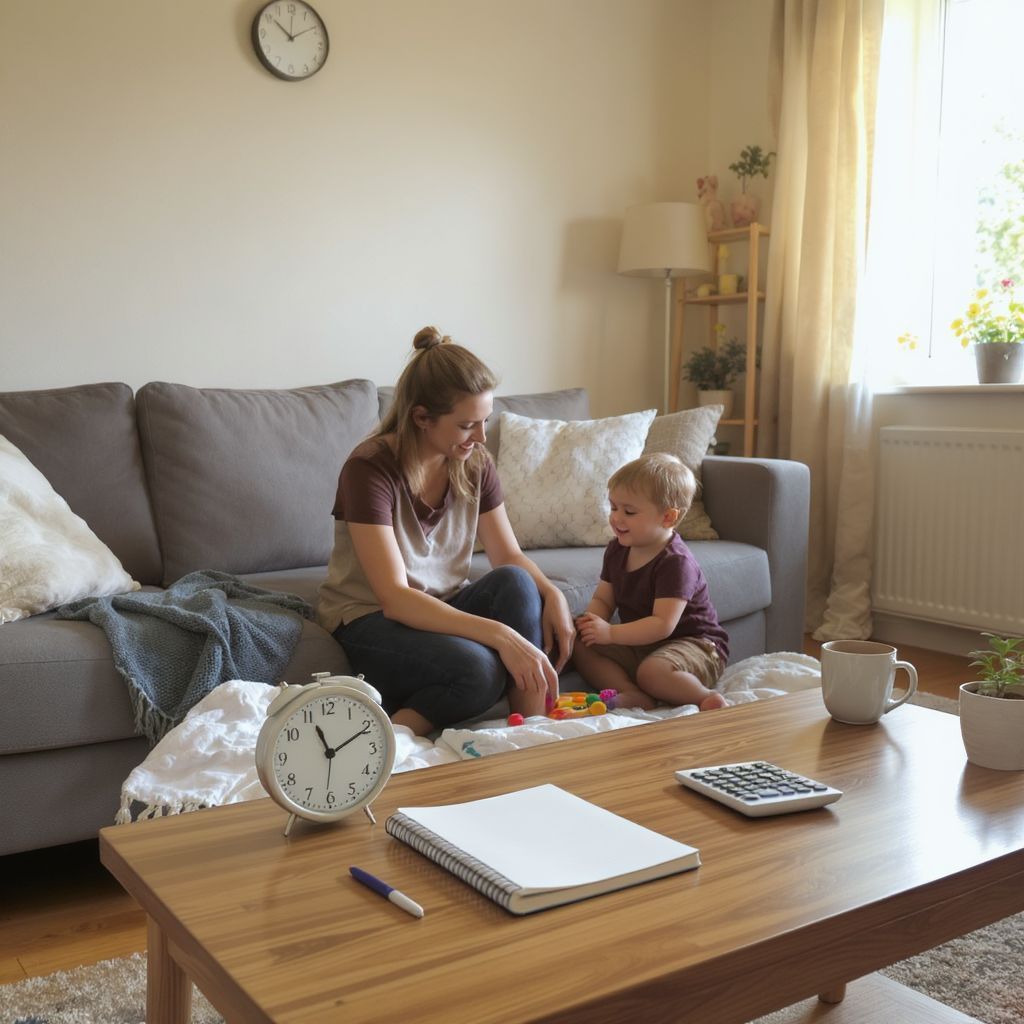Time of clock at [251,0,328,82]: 10:09
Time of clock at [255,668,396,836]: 11:10
